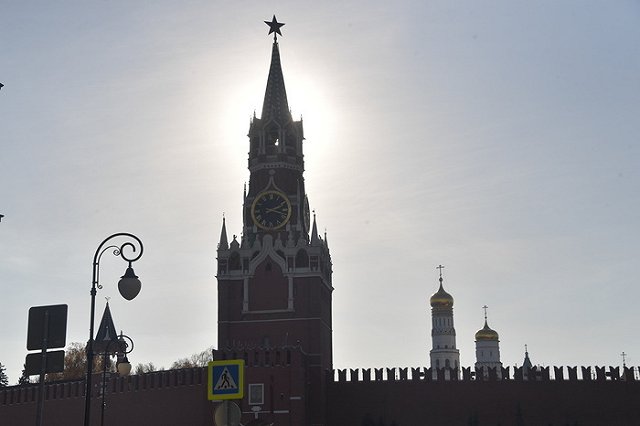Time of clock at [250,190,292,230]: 2:17
